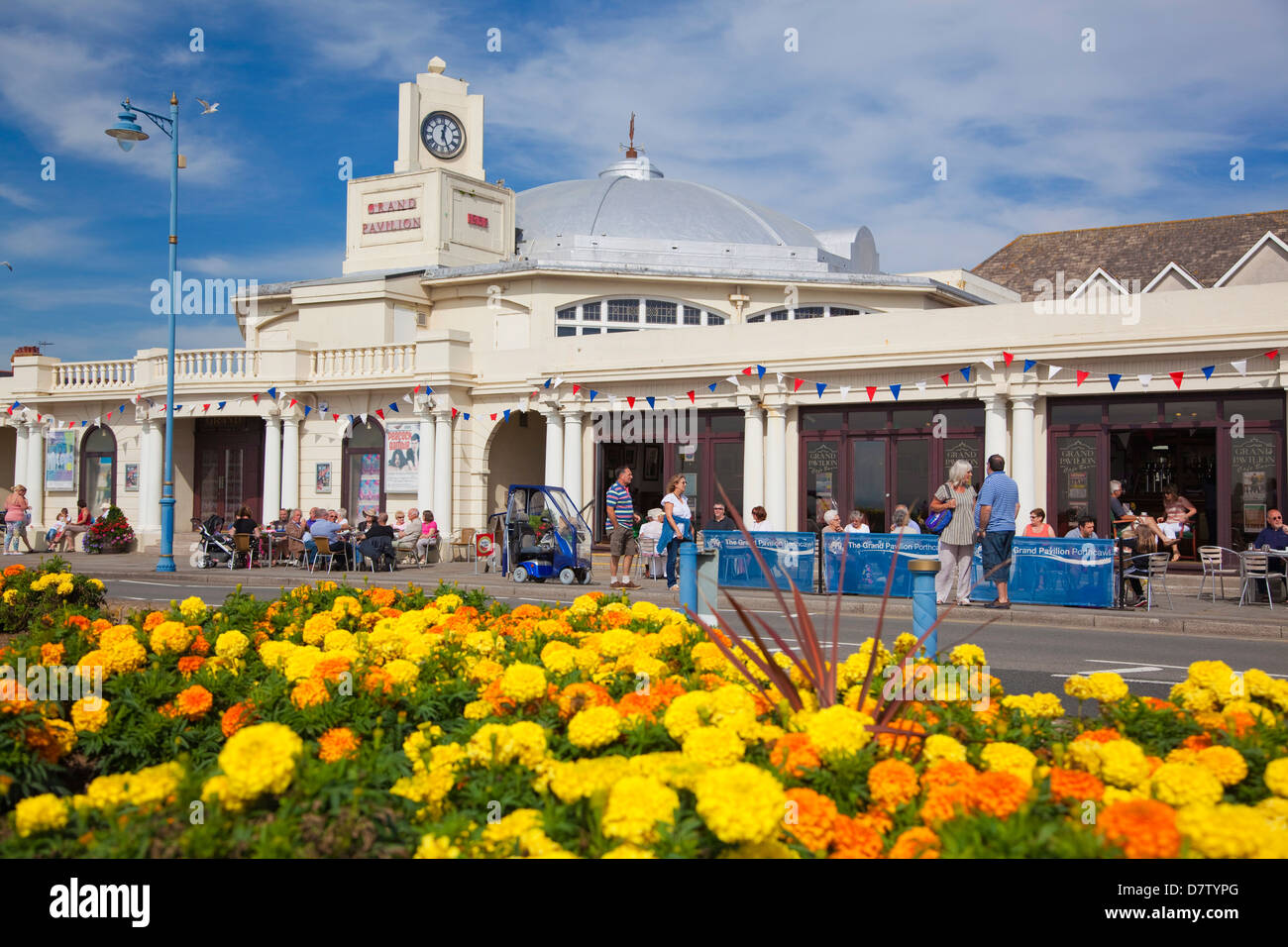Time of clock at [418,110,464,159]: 12:26
